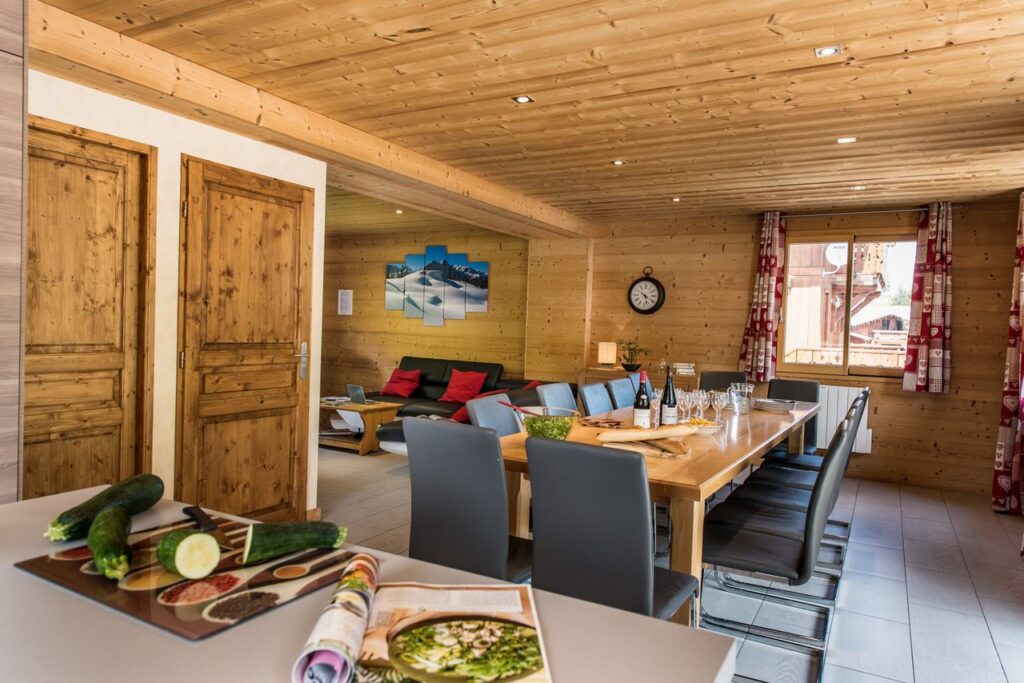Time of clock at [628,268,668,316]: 5:20
